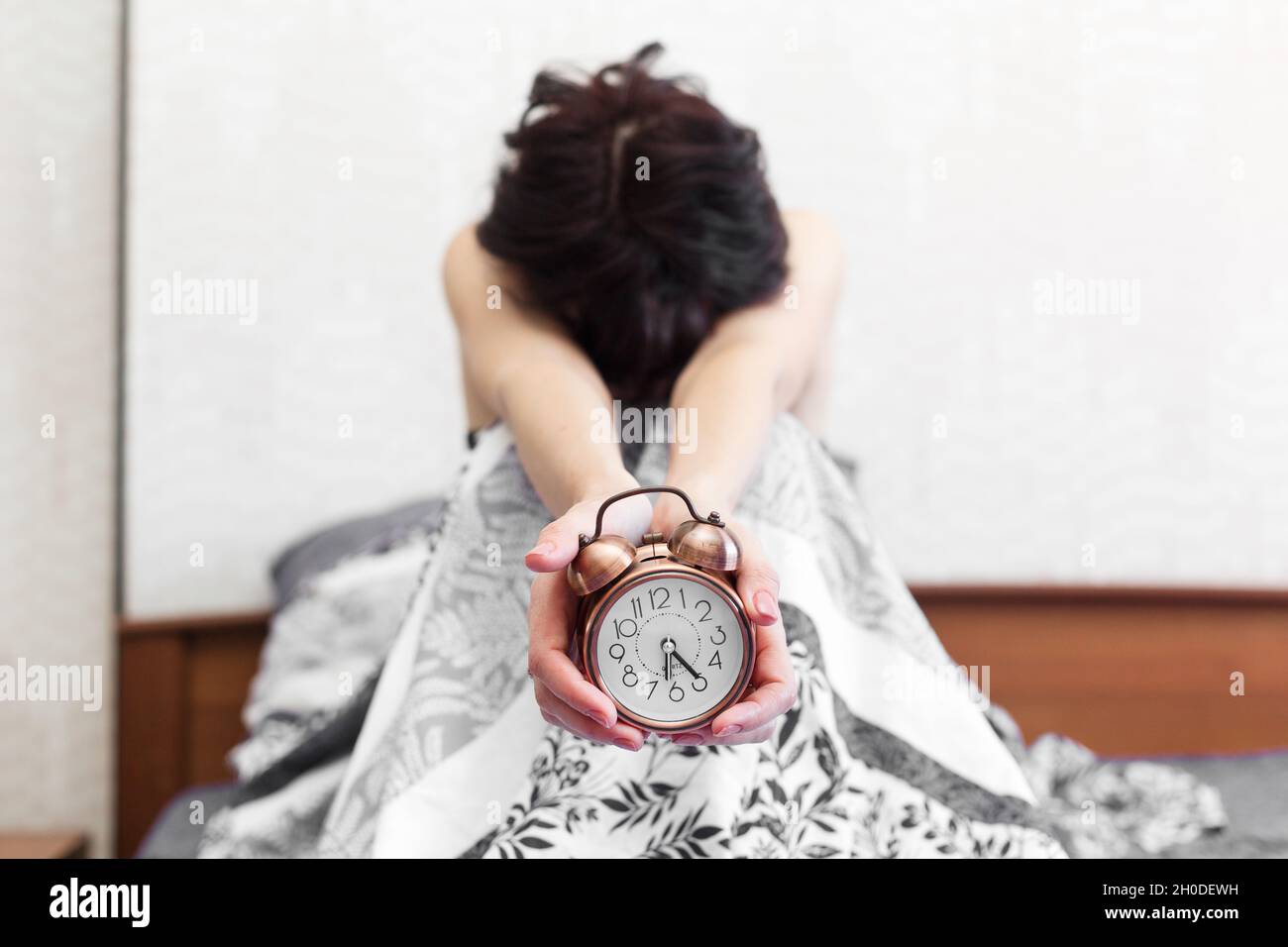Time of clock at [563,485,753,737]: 6:24
